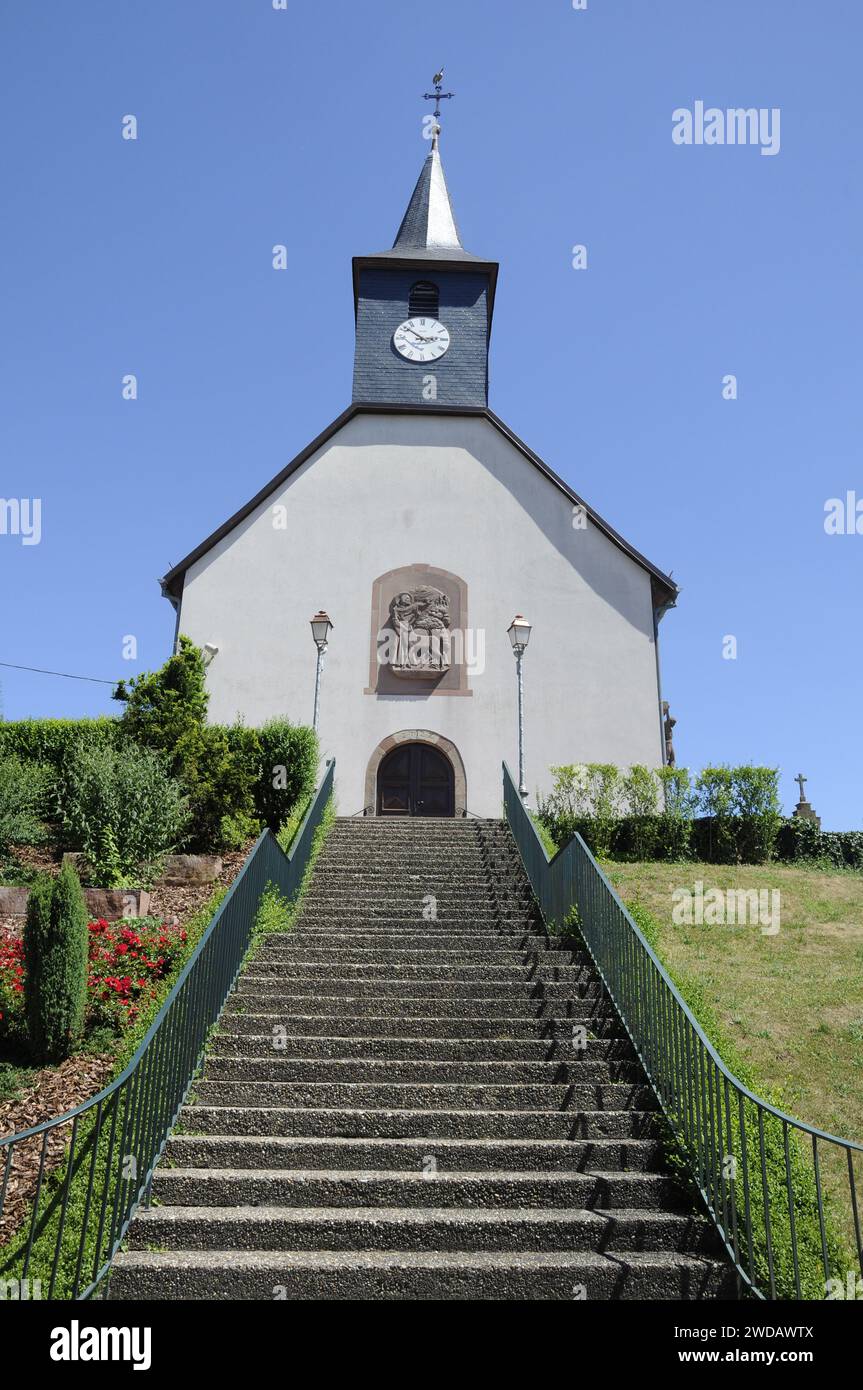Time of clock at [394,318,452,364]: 2:51
